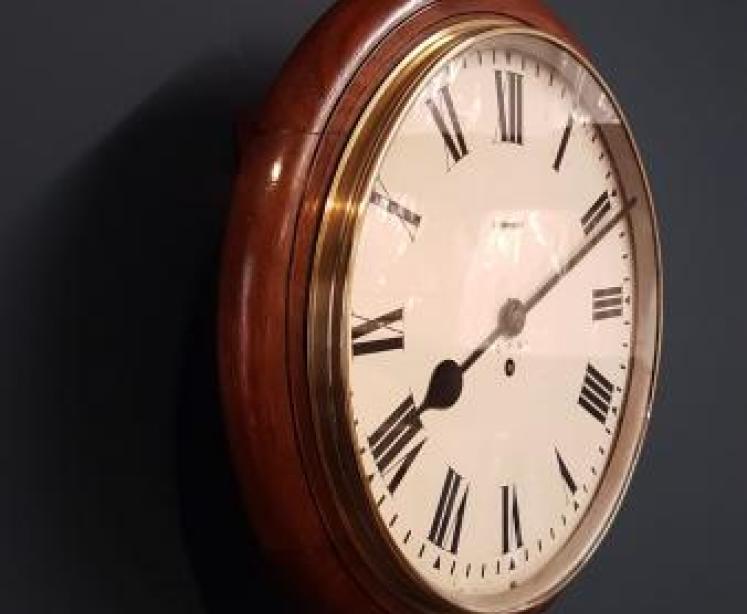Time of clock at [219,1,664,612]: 8:11
